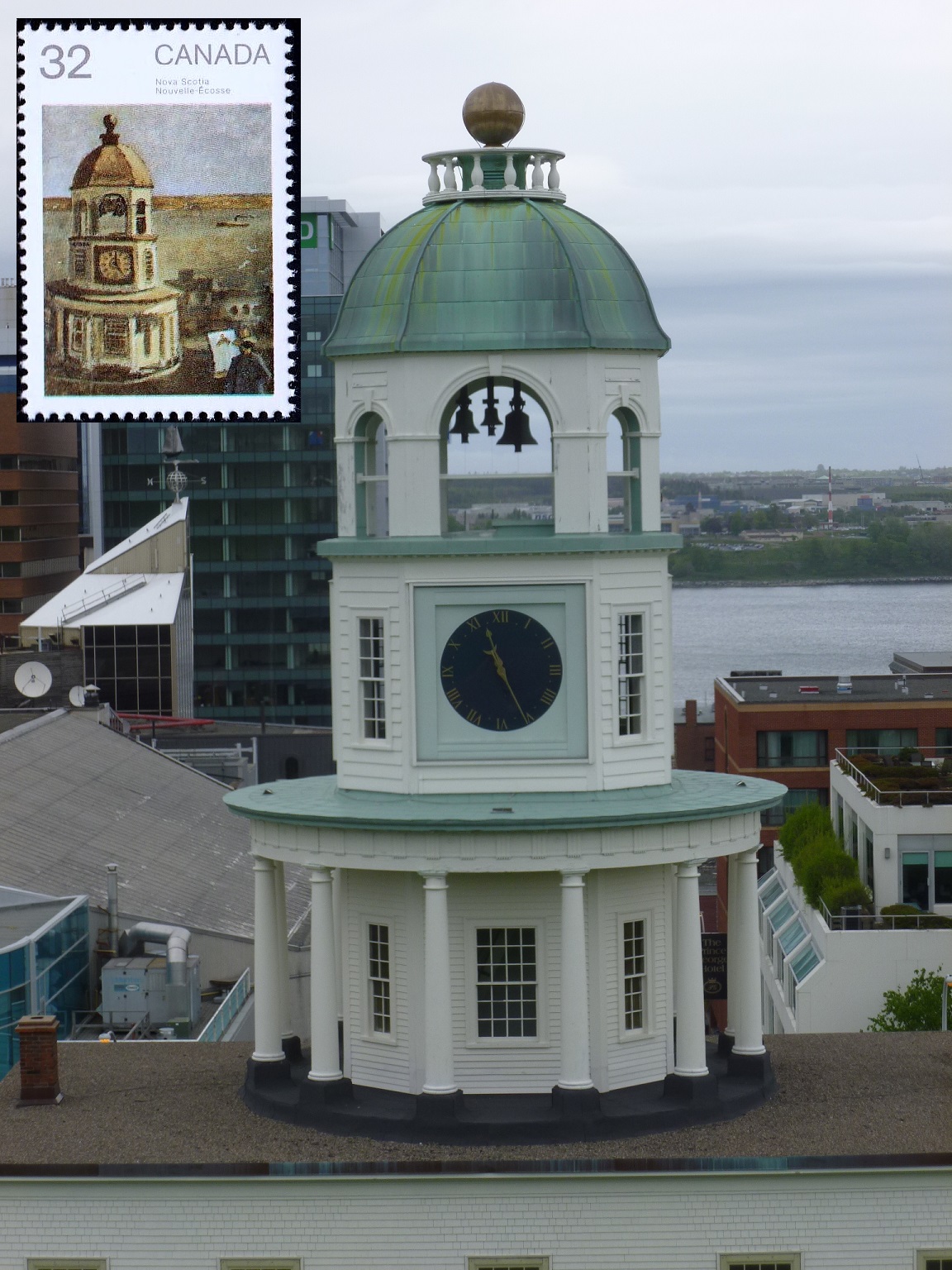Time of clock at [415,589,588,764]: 11:25
